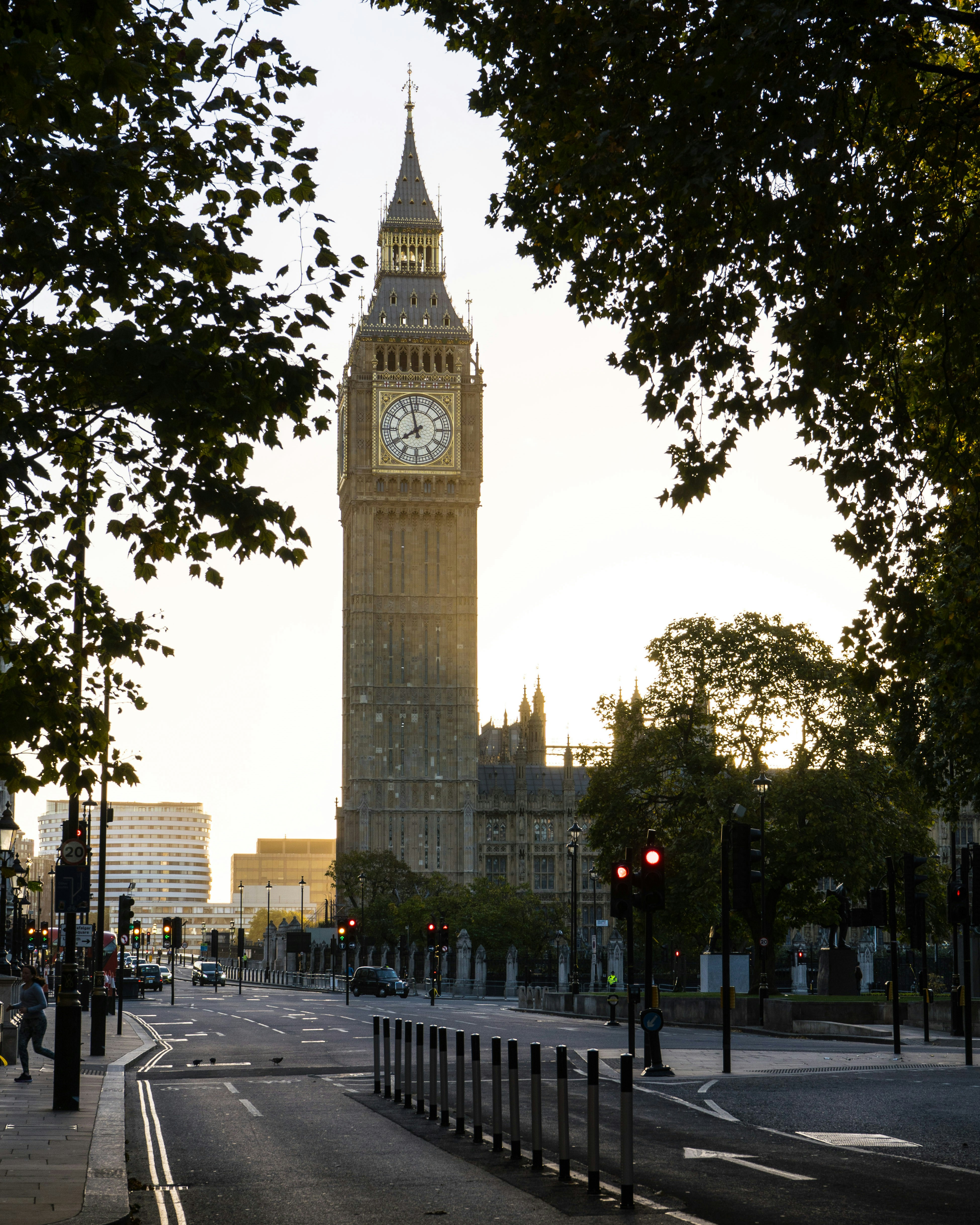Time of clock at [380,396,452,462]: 7:57
